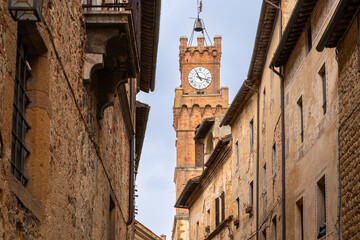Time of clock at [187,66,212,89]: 11:17
